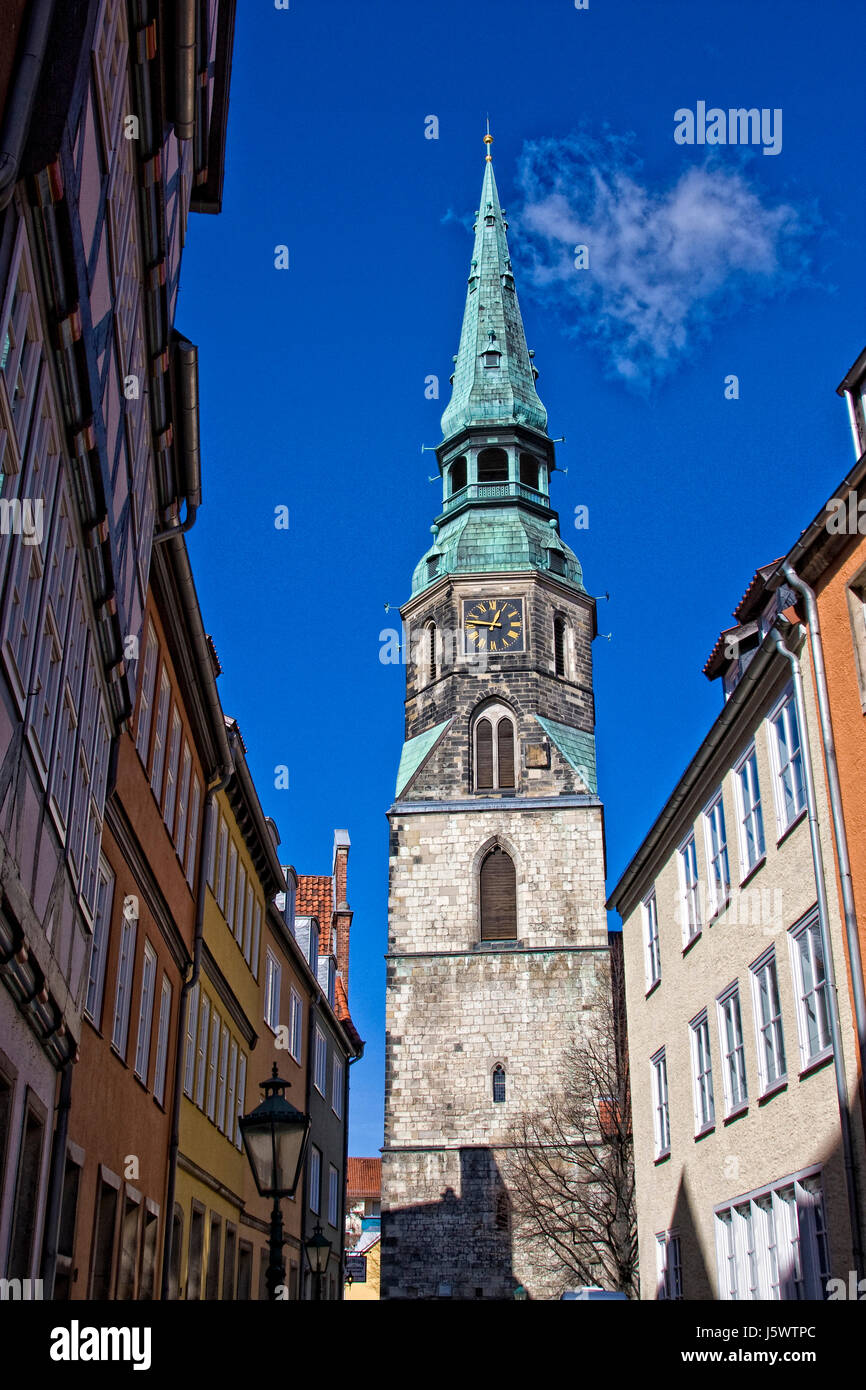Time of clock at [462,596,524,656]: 12:46
